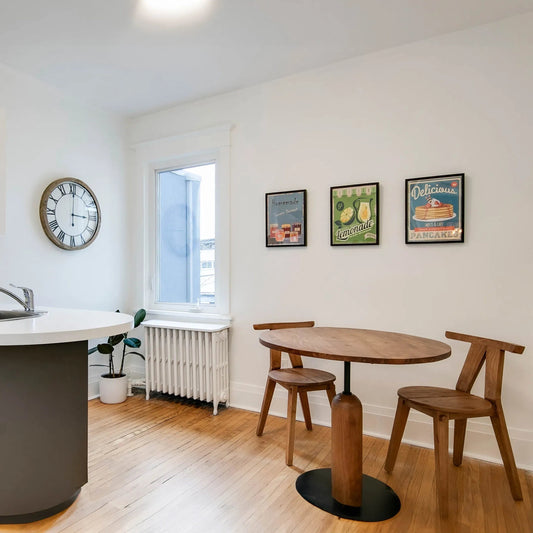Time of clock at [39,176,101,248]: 3:00
